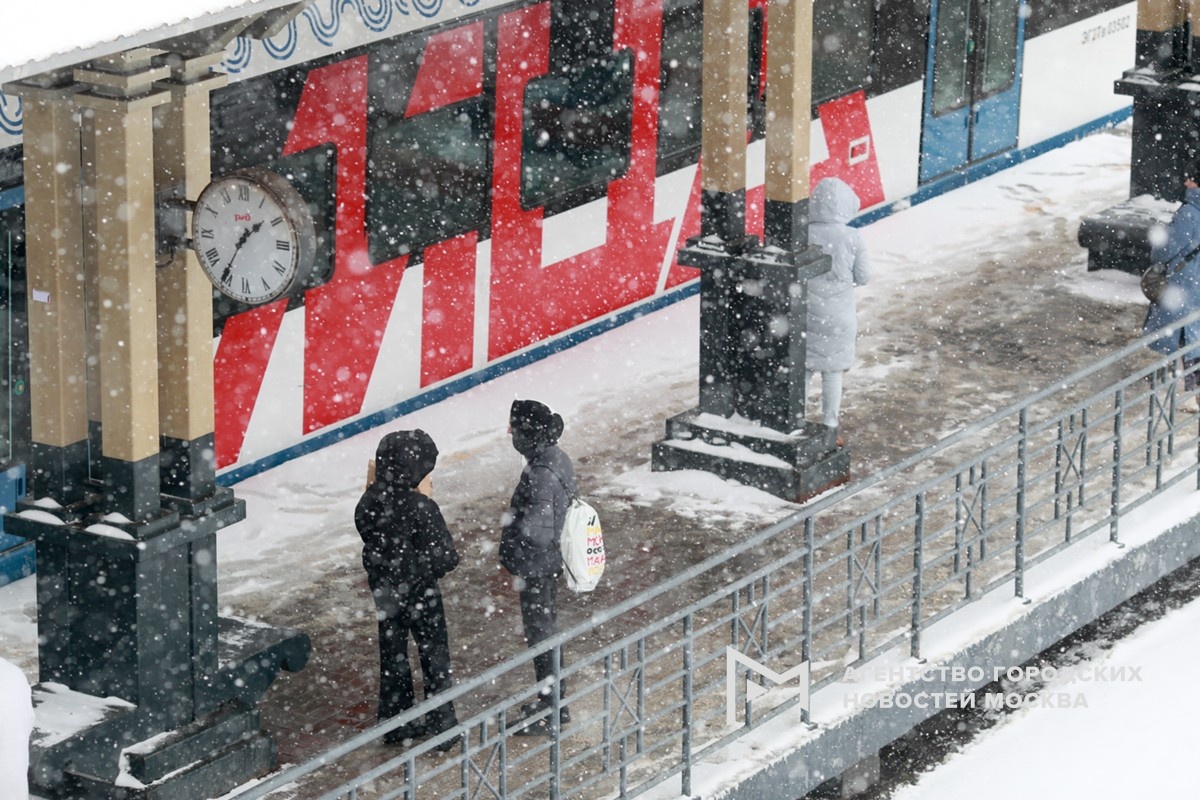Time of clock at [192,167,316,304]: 1:35
